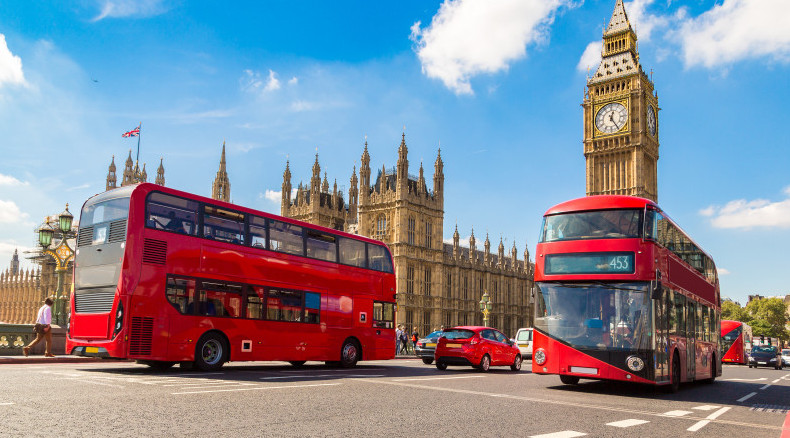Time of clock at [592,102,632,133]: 12:24
